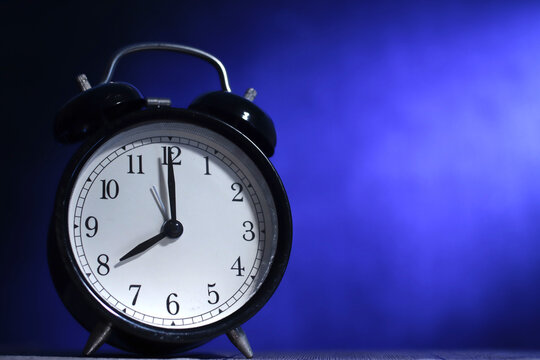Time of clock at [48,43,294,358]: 7:59
